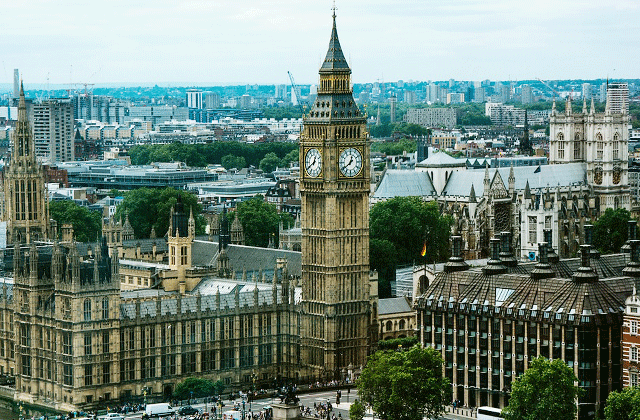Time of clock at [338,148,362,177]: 12:38
